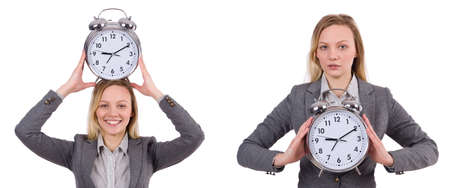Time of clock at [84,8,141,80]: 9:10
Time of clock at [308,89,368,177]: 9:10
